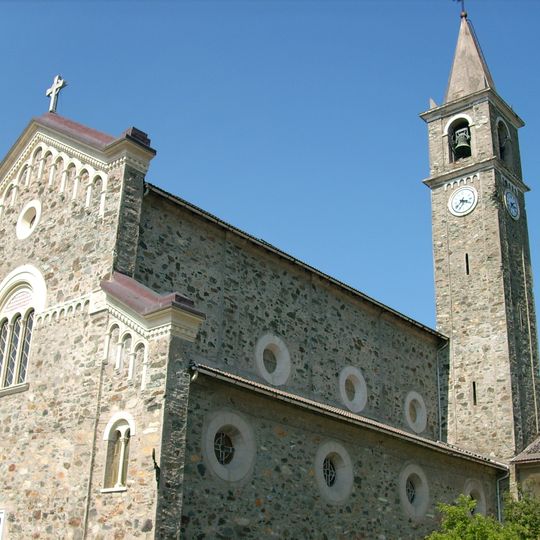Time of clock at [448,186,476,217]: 3:37
